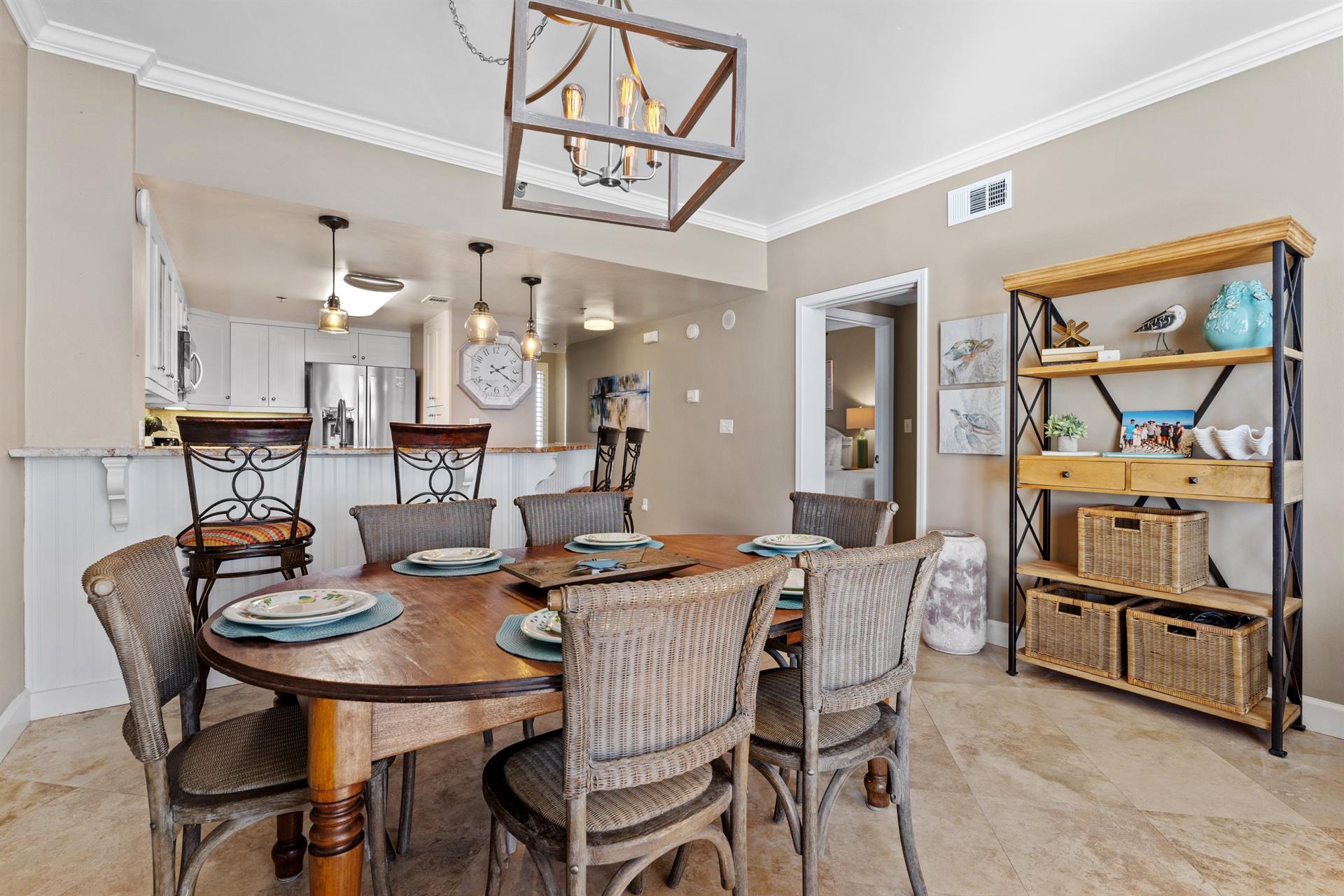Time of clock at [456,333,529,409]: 2:20
